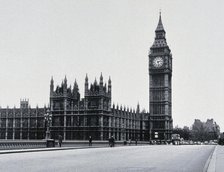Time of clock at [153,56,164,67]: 2:28
